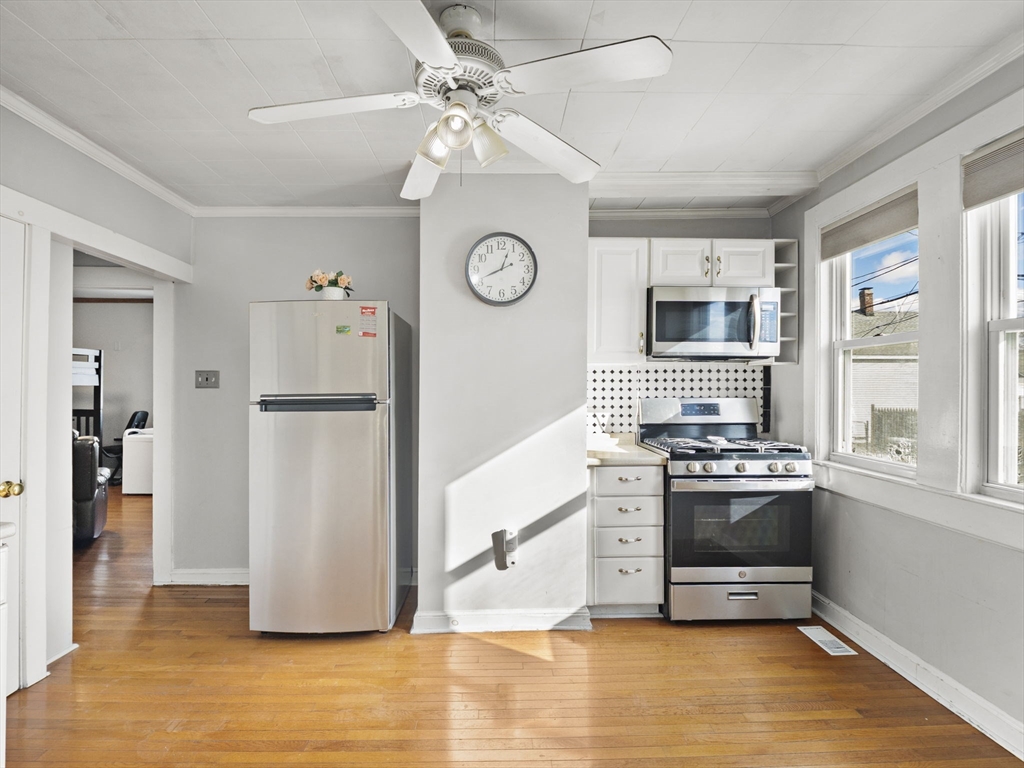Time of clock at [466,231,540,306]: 12:41
